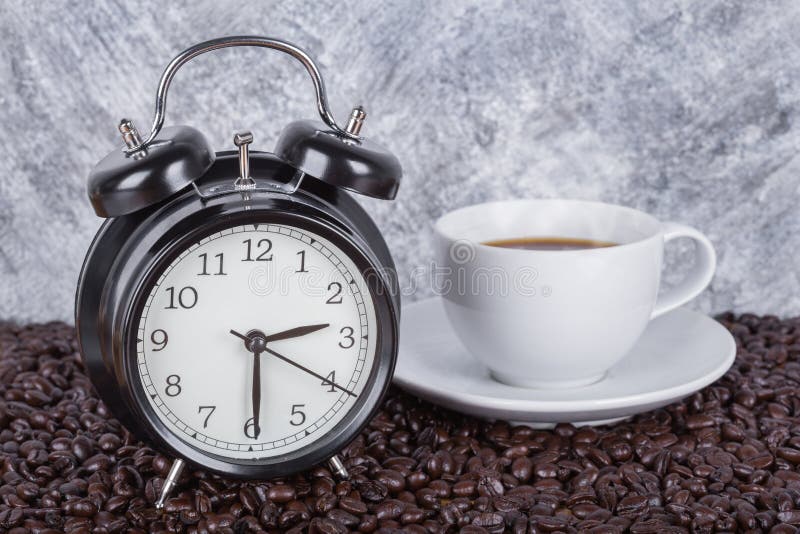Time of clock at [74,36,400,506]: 2:29
